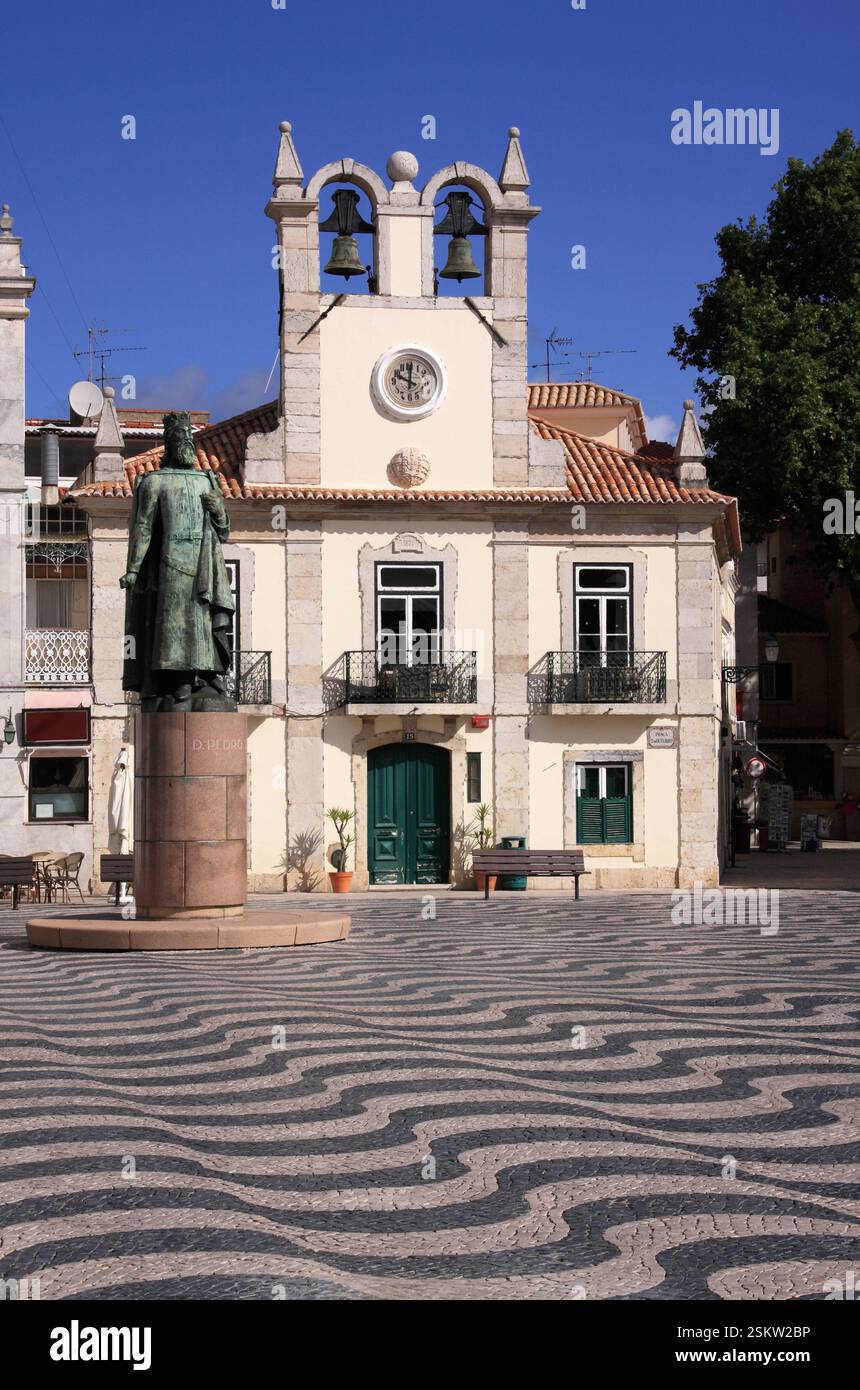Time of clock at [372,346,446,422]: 10:00
